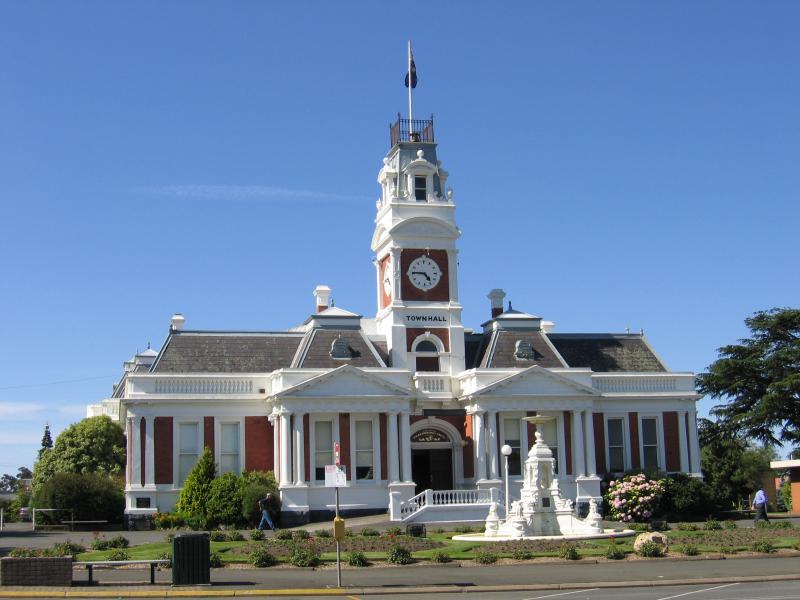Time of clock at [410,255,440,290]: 4:45
